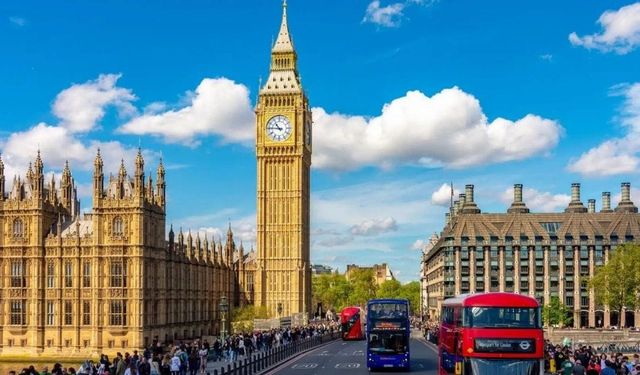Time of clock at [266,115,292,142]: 10:45
